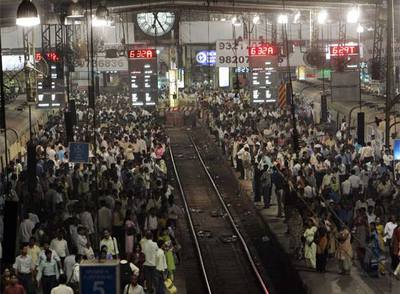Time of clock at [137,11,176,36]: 6:24
